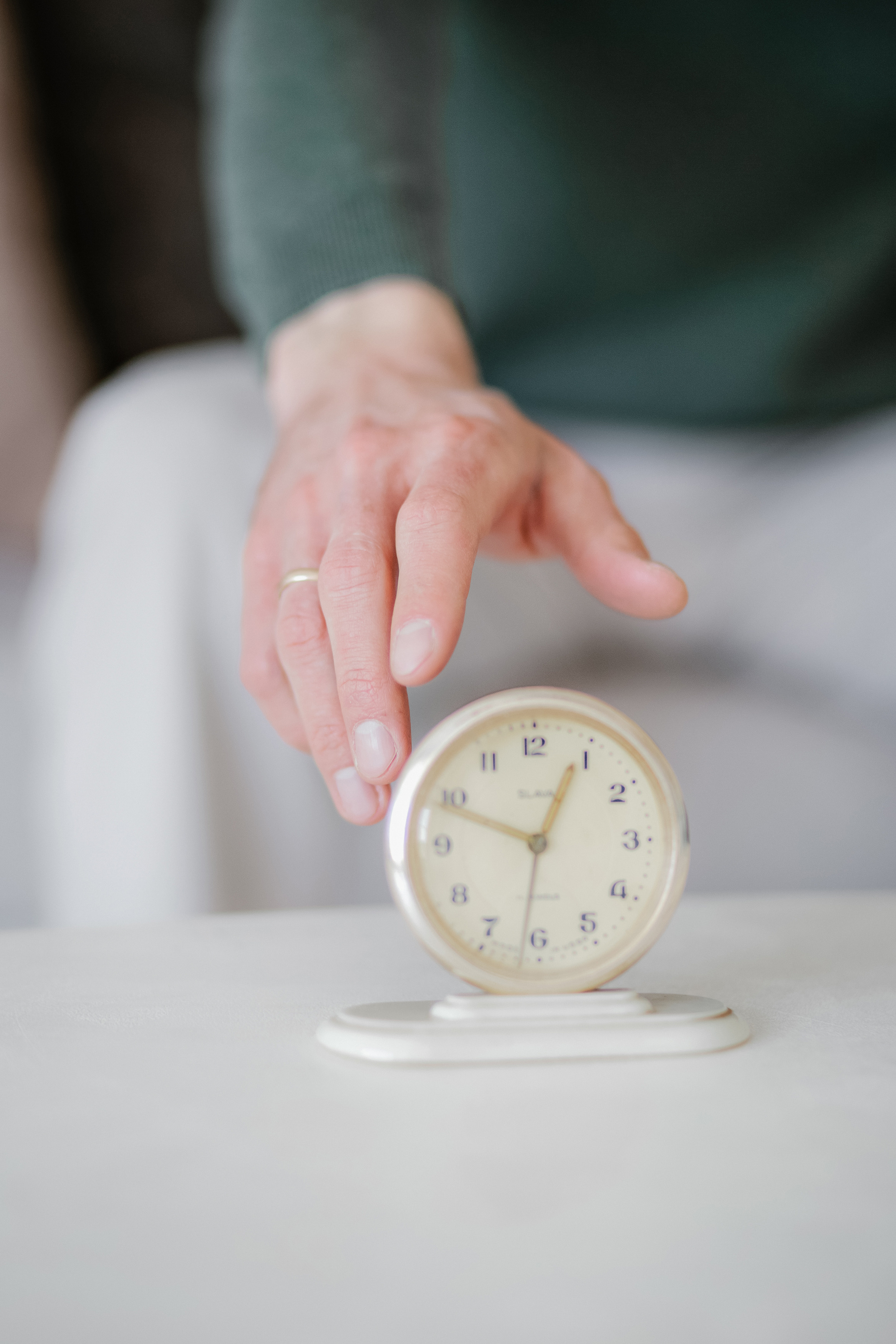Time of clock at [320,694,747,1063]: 12:48
